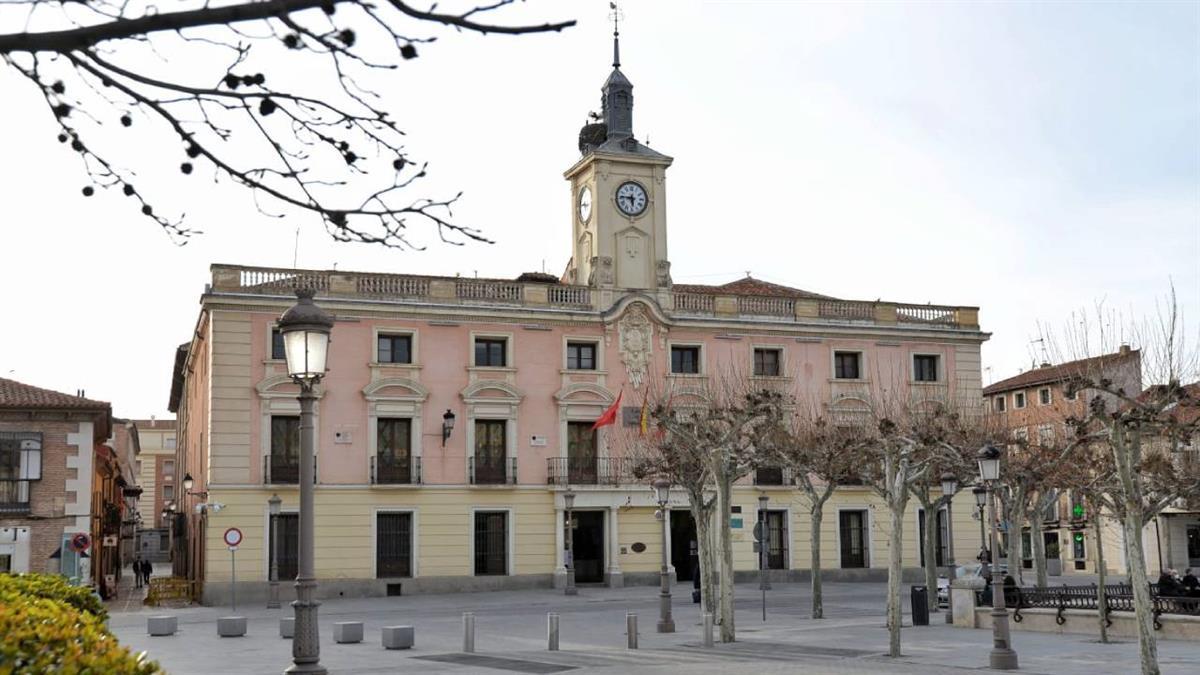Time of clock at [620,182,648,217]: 5:45
